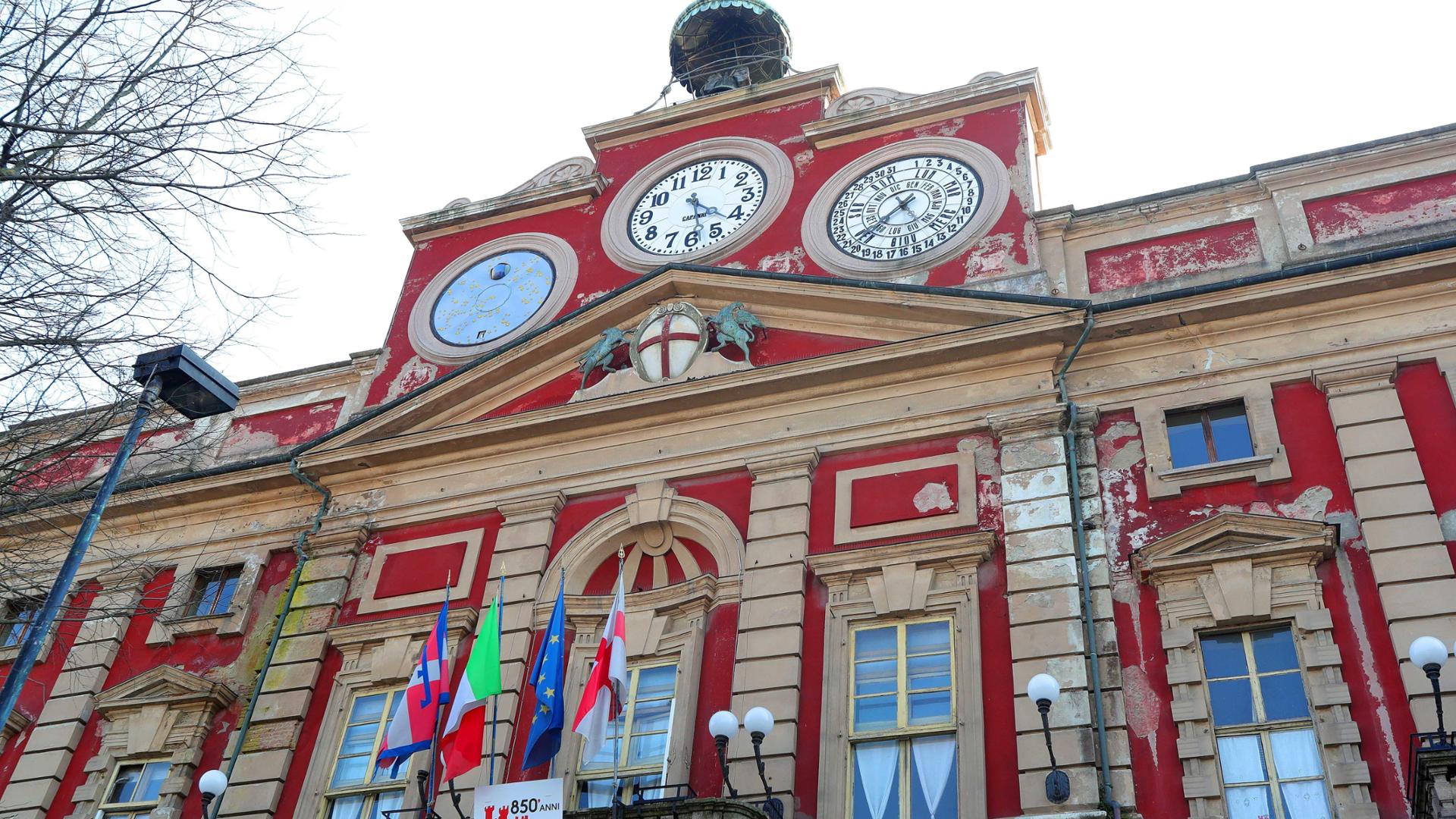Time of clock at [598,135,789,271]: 4:28
